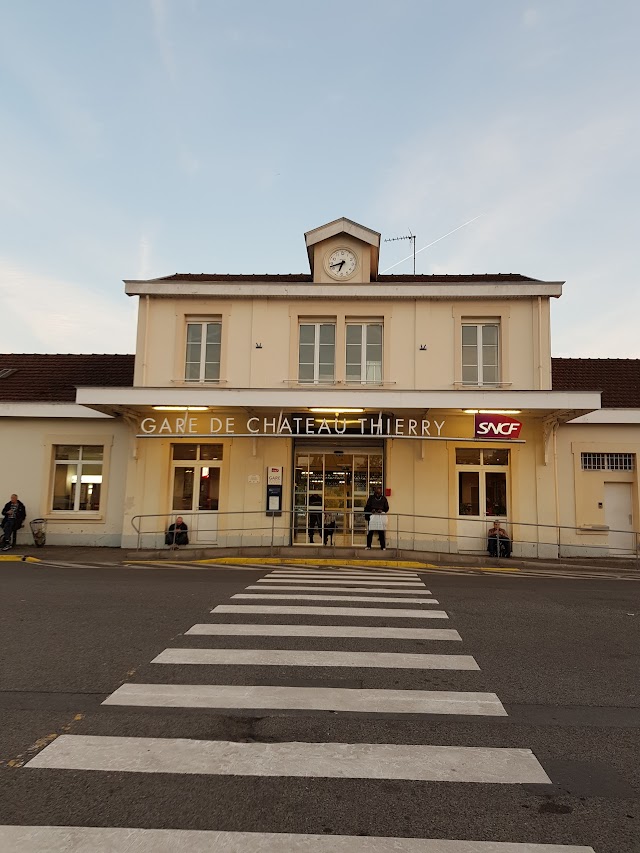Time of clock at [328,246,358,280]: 6:42
